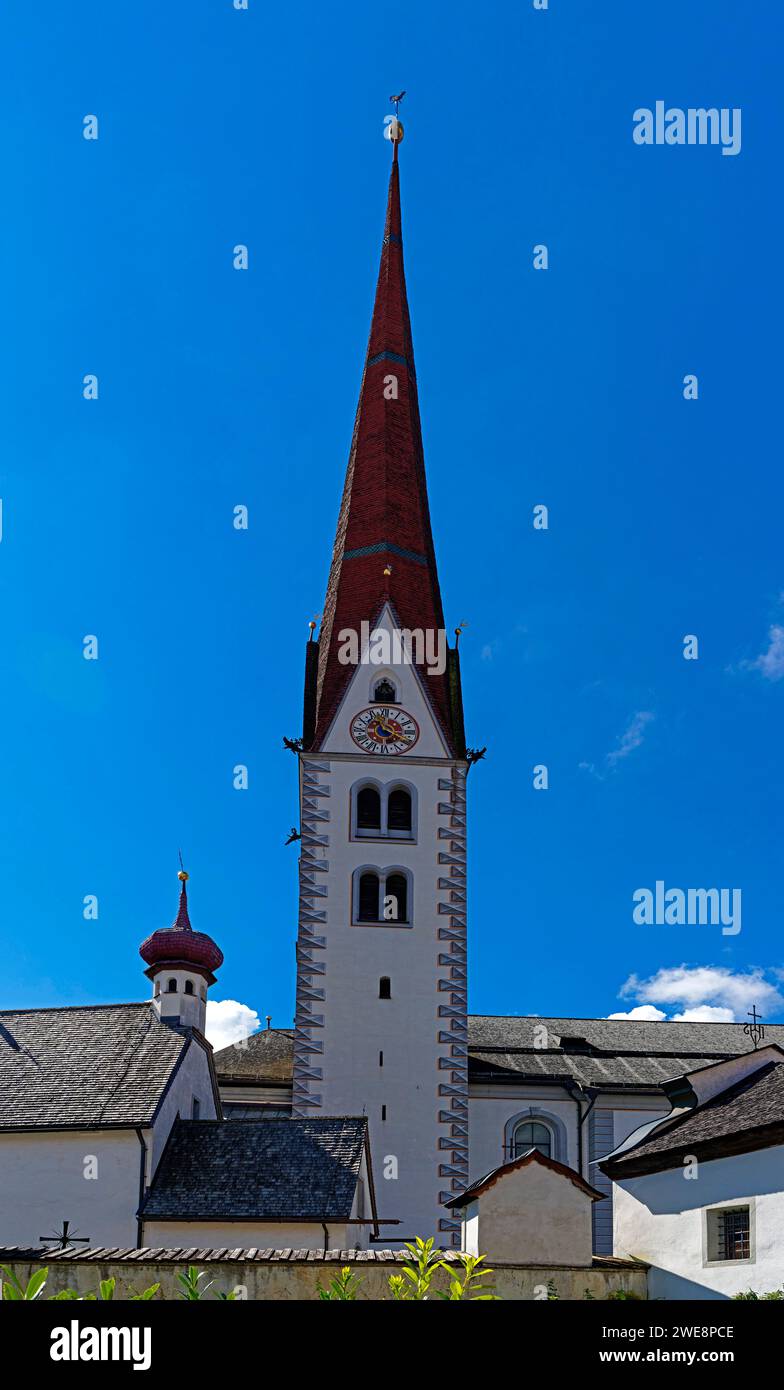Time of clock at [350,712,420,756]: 11:18
